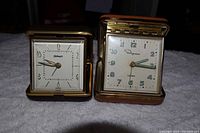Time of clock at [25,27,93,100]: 9:45
